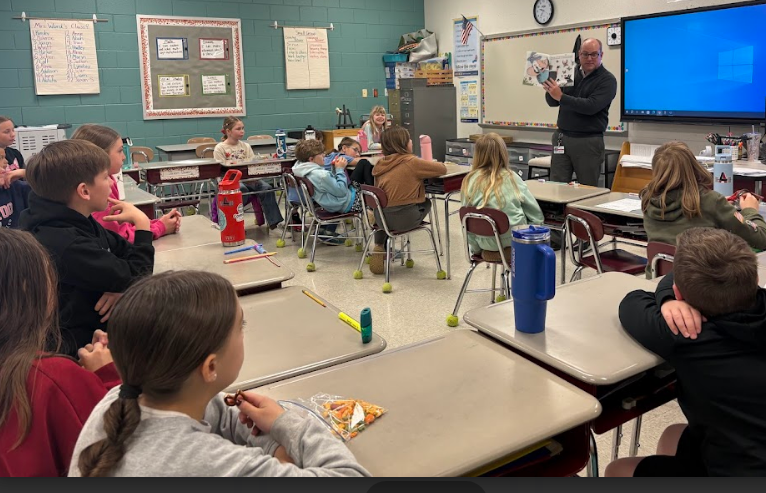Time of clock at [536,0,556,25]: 9:36
